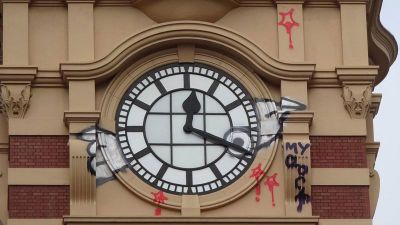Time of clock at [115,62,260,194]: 12:18
